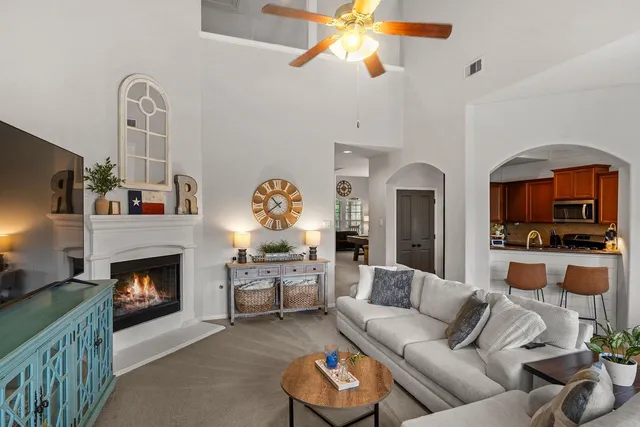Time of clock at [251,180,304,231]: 10:39
